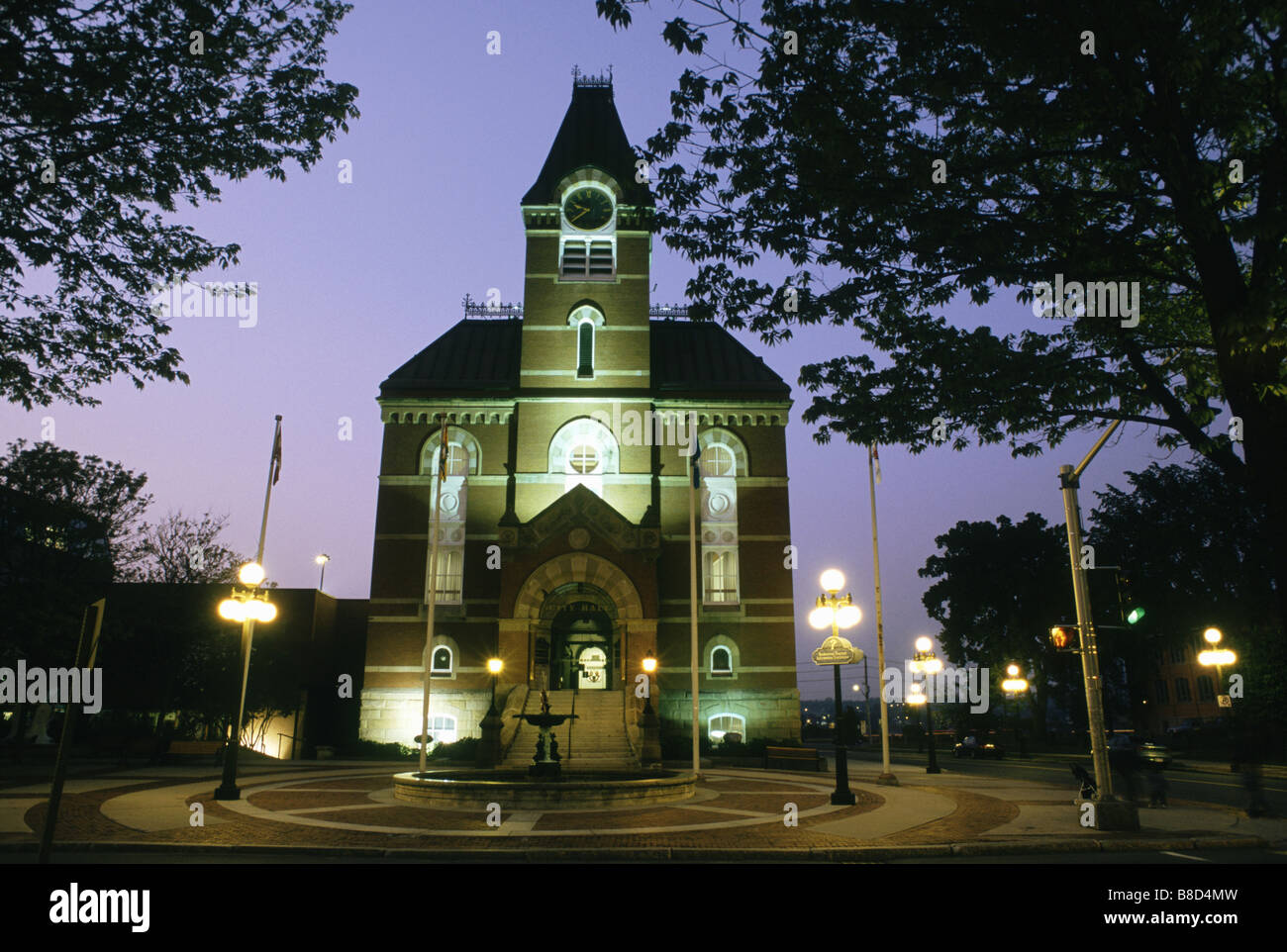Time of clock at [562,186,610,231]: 9:38
